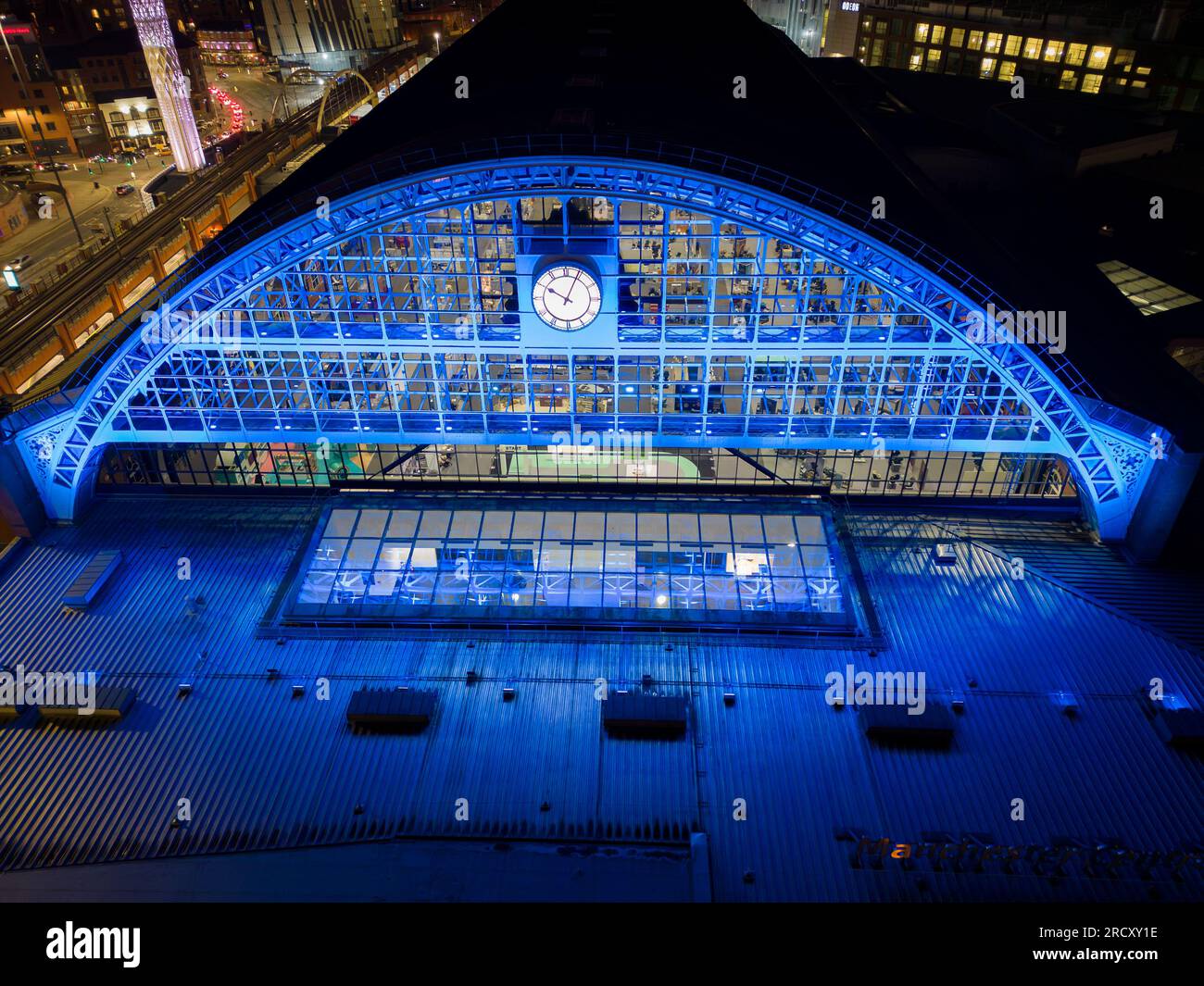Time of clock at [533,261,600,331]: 10:04
